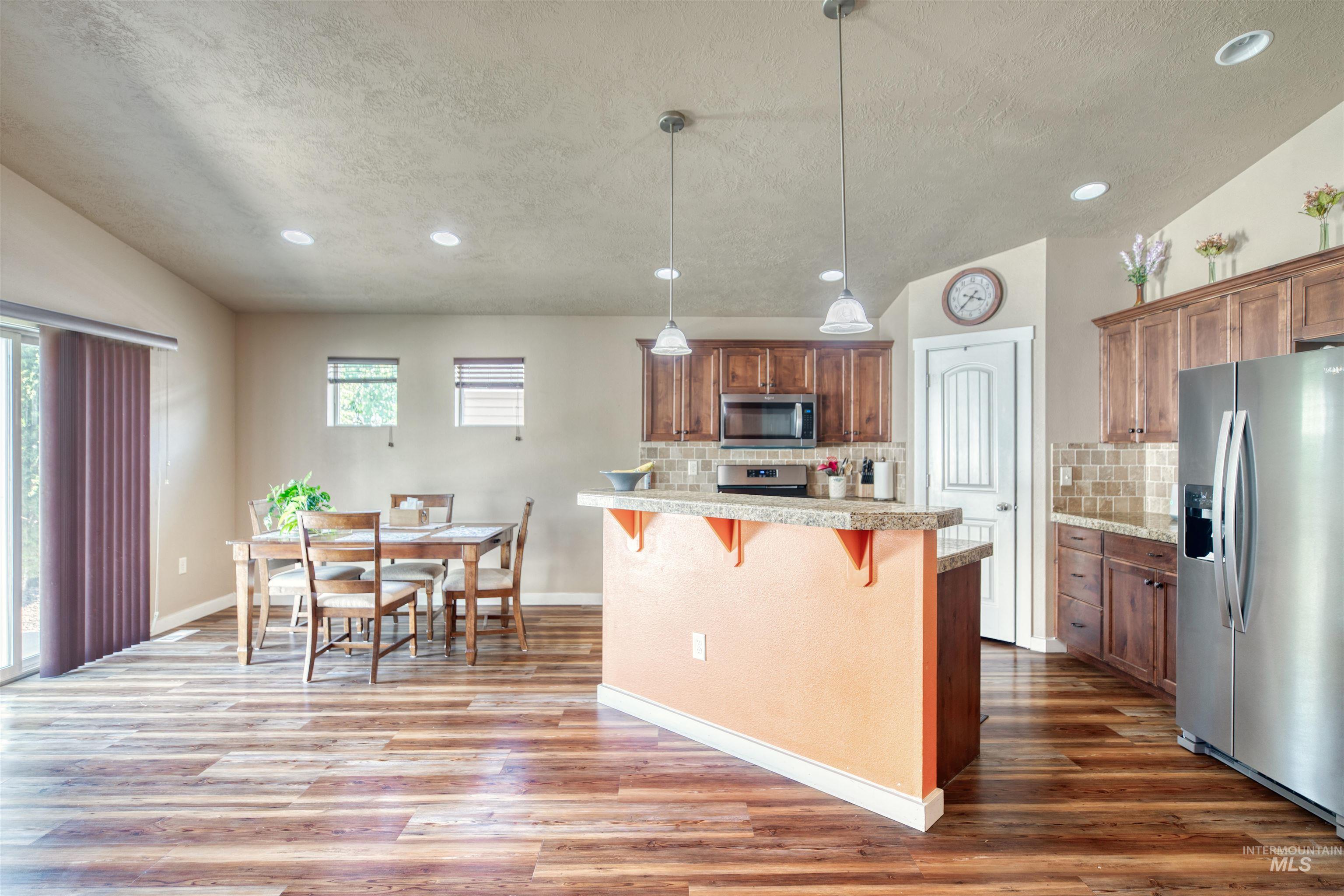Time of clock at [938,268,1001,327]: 3:37
